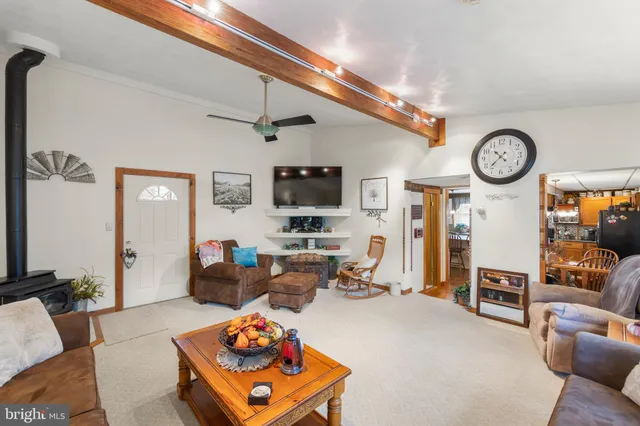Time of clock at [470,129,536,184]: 10:37
